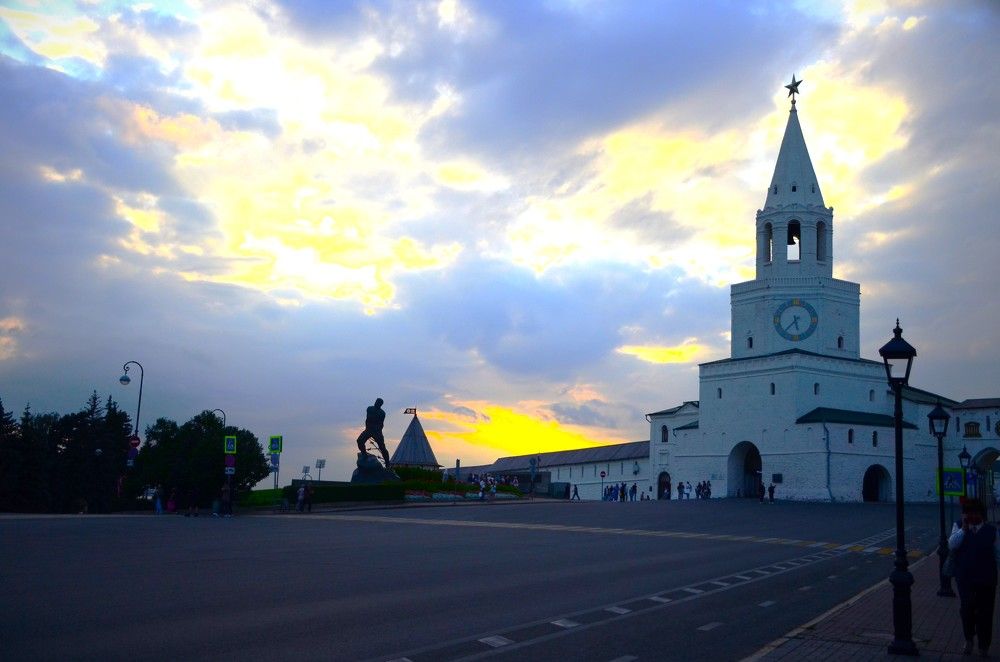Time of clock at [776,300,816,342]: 5:36
